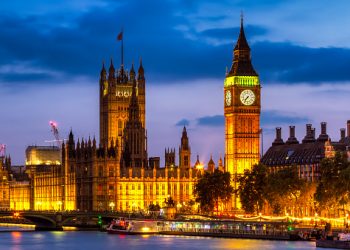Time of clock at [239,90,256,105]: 7:36
